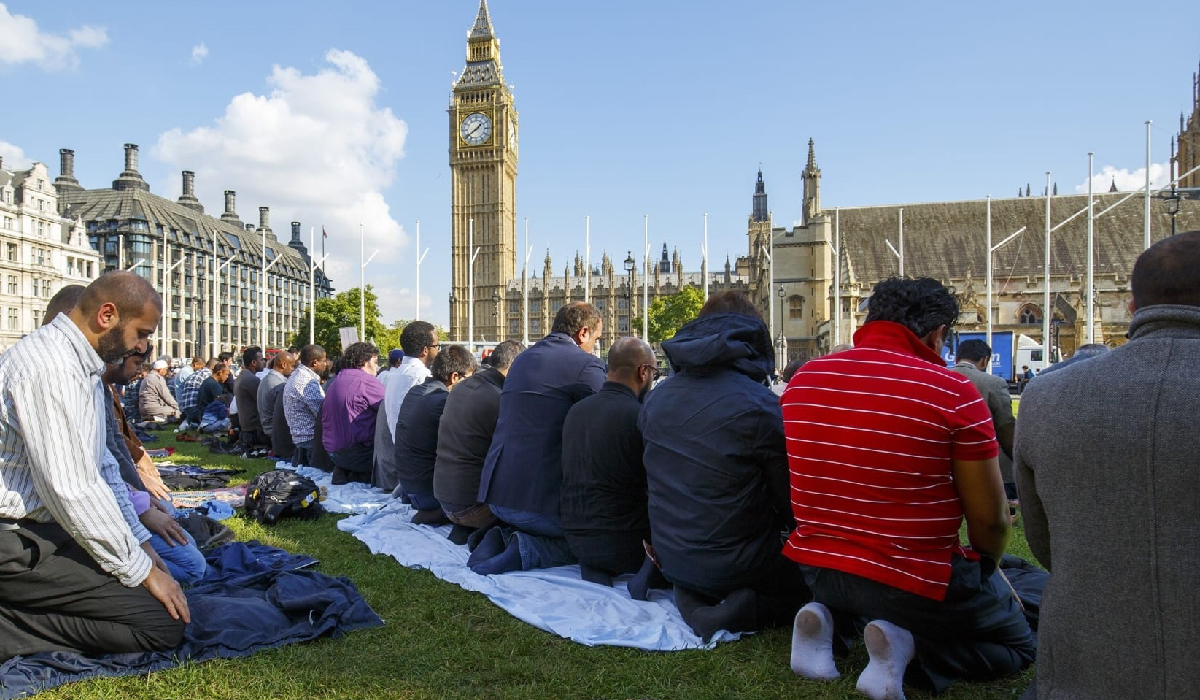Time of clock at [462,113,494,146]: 1:39
